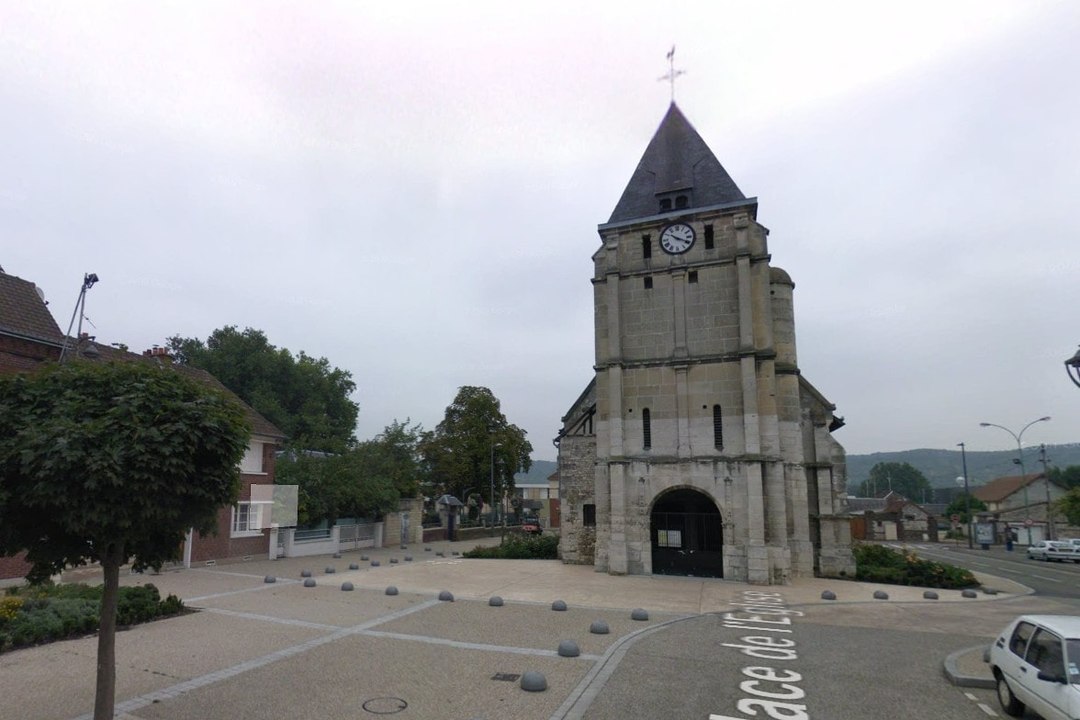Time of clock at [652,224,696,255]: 10:19
